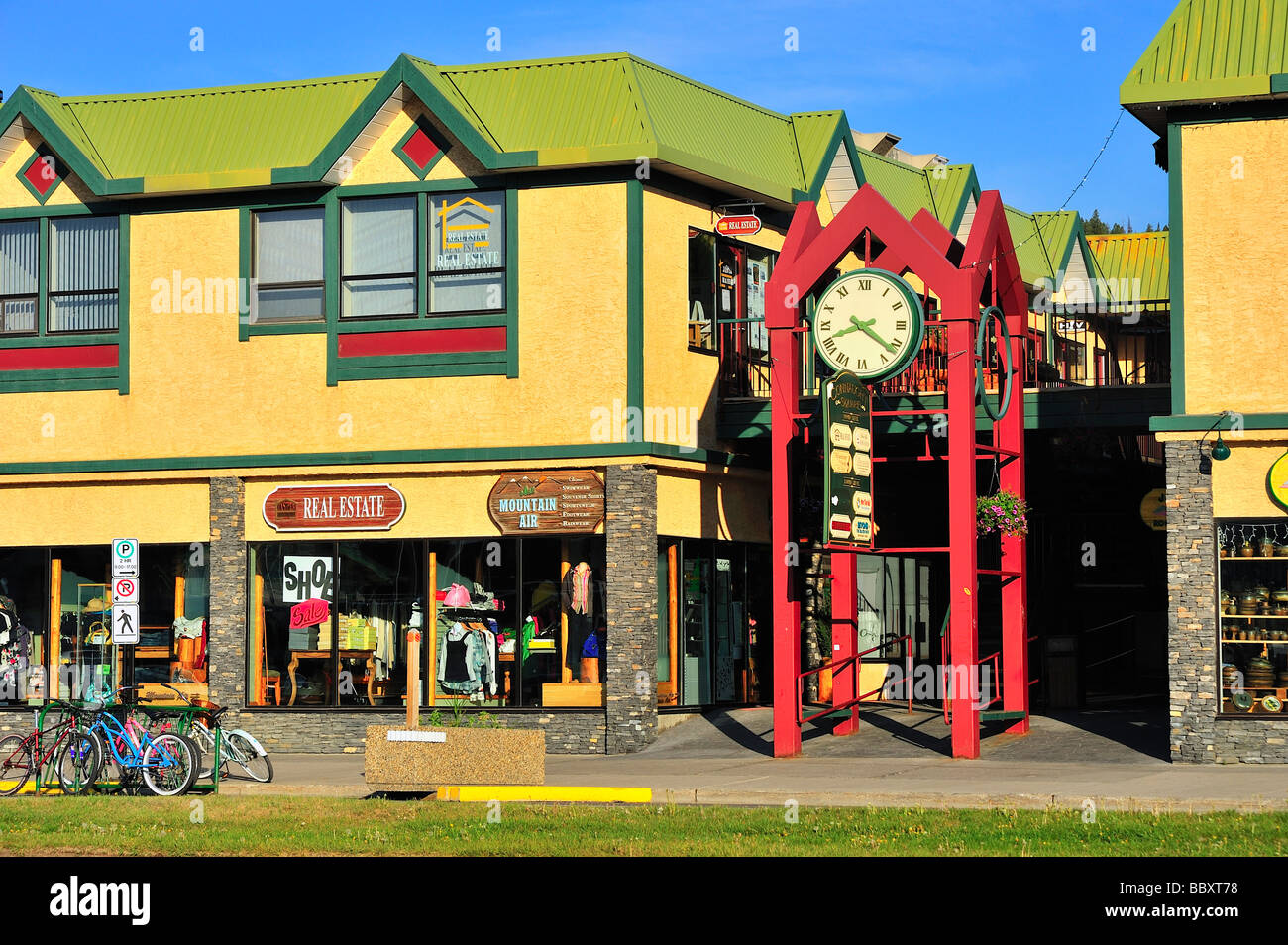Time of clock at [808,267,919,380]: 8:21
